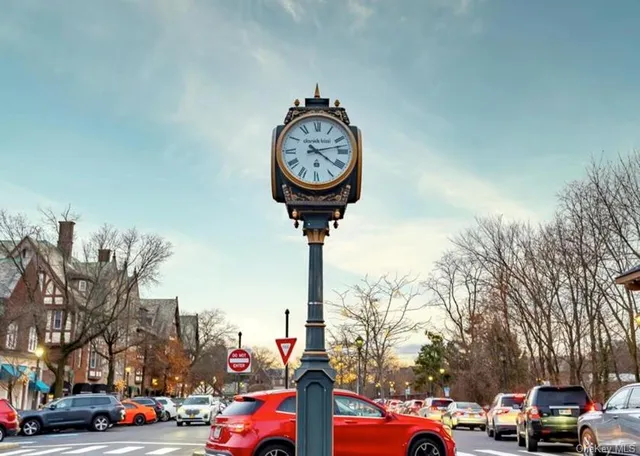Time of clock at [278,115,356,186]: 4:12
